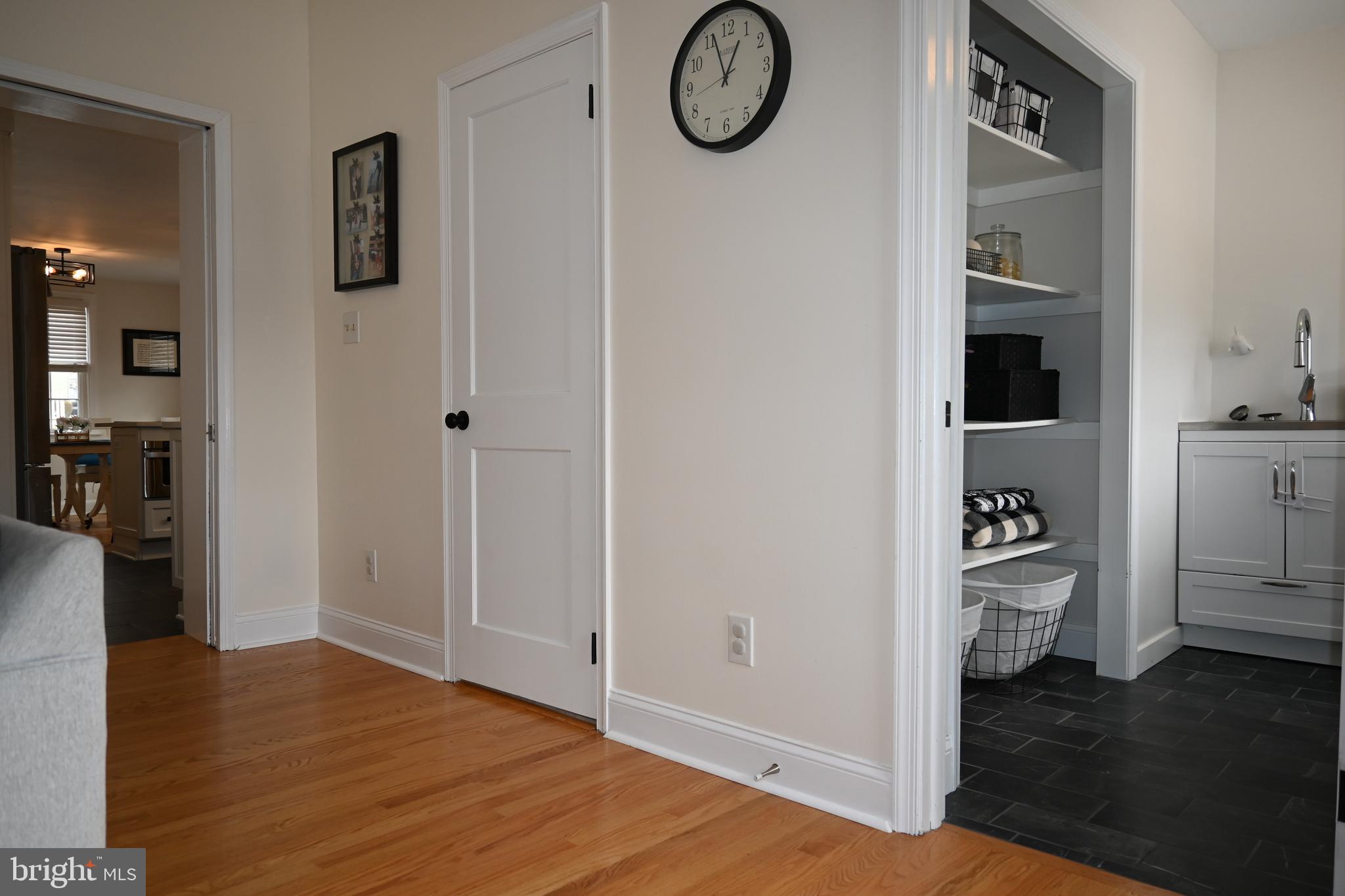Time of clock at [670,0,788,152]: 12:56
